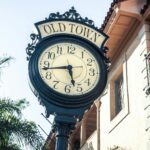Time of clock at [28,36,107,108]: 5:43
